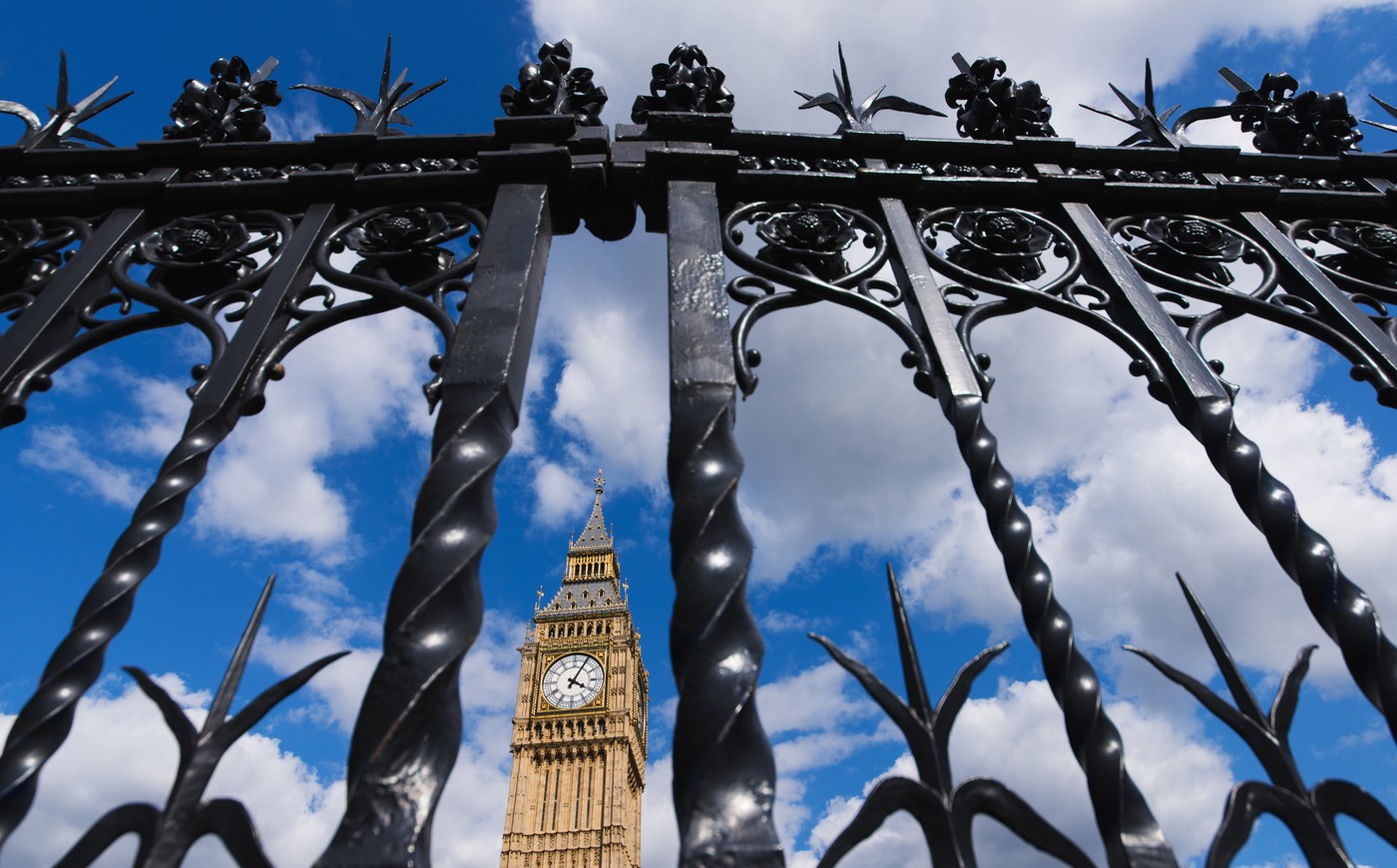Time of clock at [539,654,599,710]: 4:04
